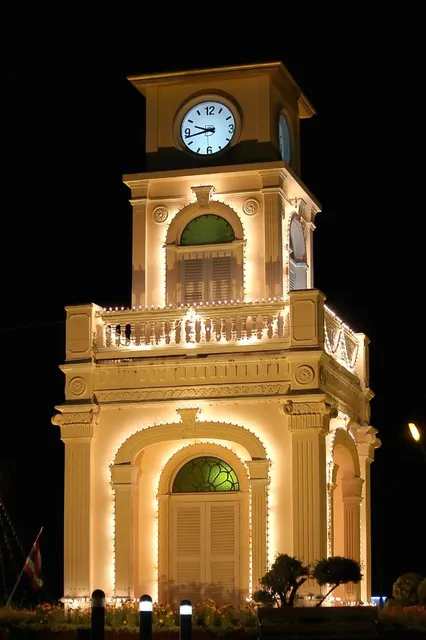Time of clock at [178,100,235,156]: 9:42
